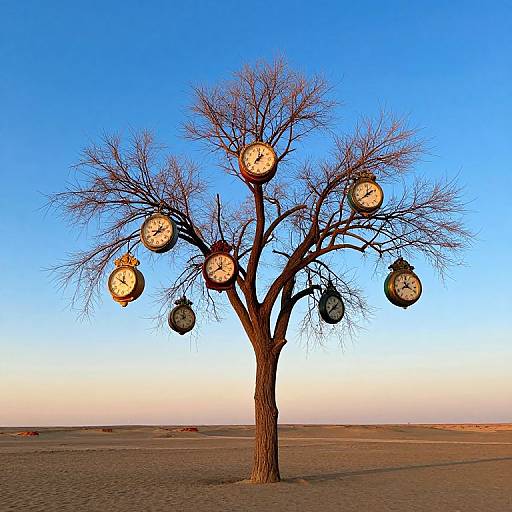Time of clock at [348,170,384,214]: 1:39
